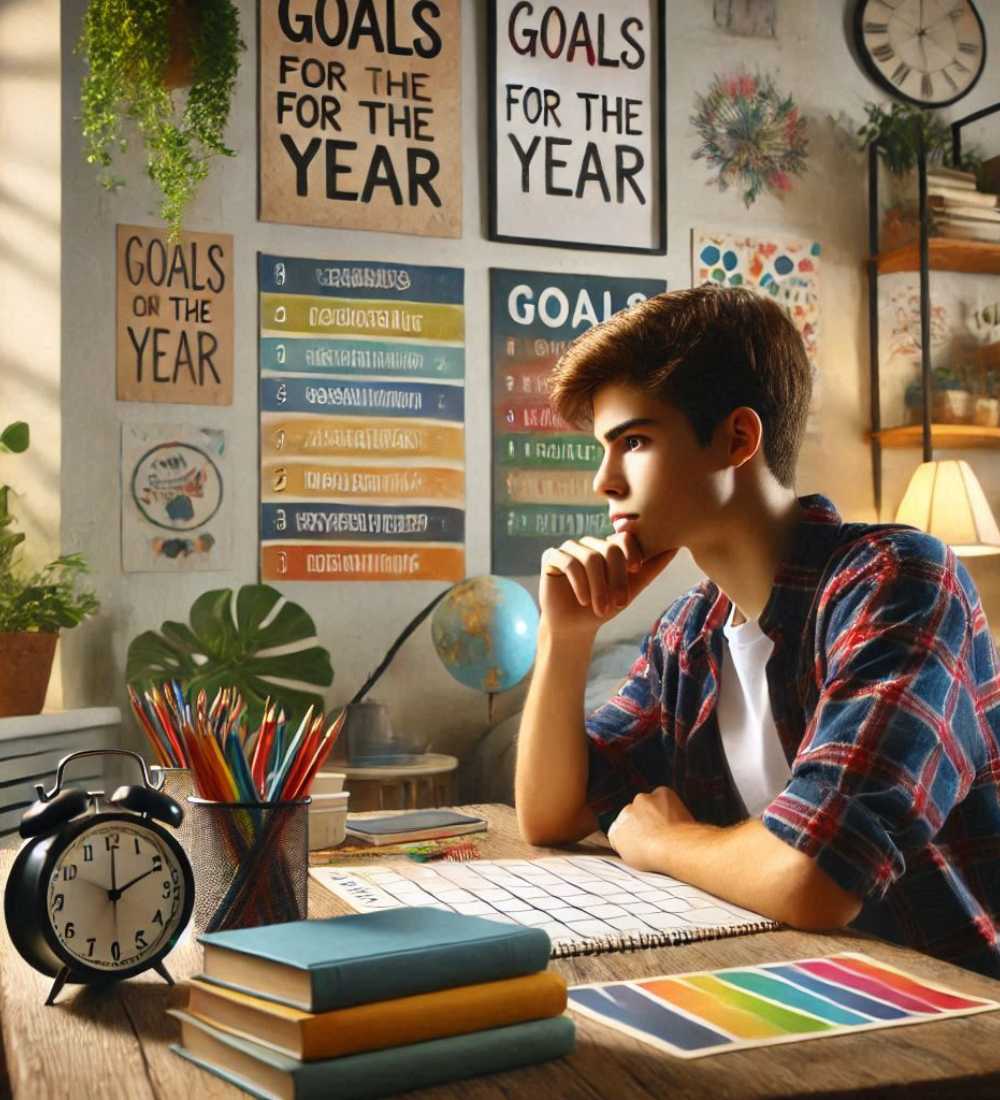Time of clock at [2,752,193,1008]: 2:00
